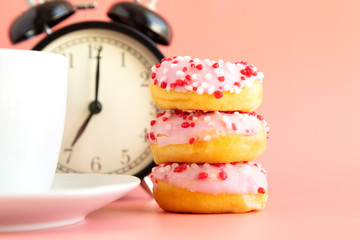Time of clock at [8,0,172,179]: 7:00
